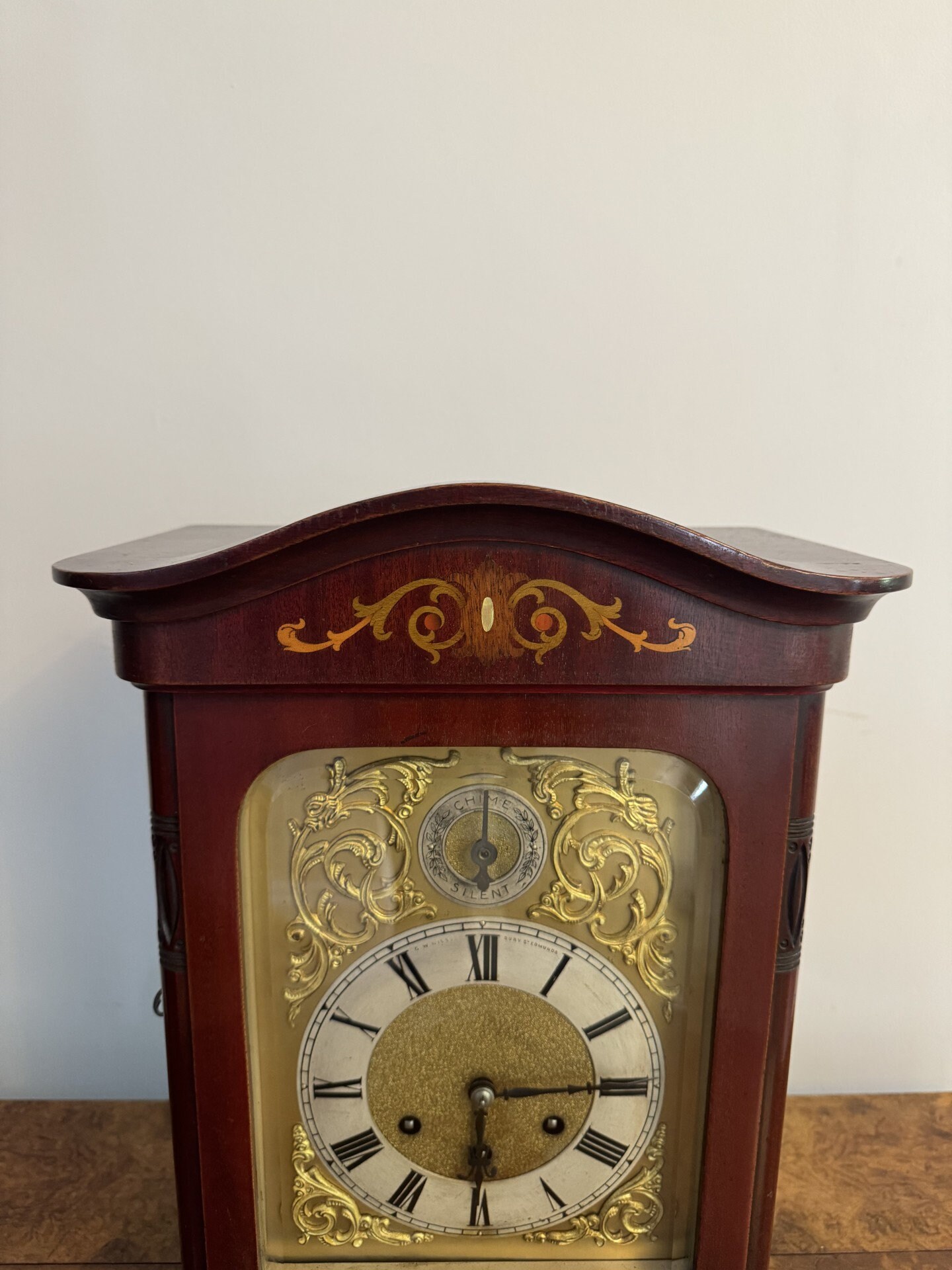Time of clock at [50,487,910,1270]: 6:14
